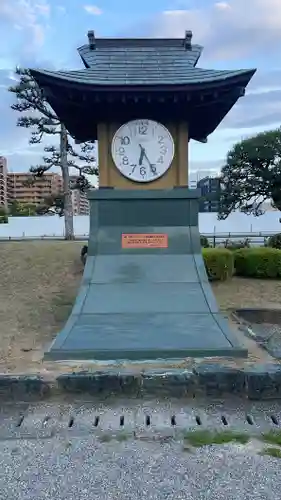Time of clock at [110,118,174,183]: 6:25
